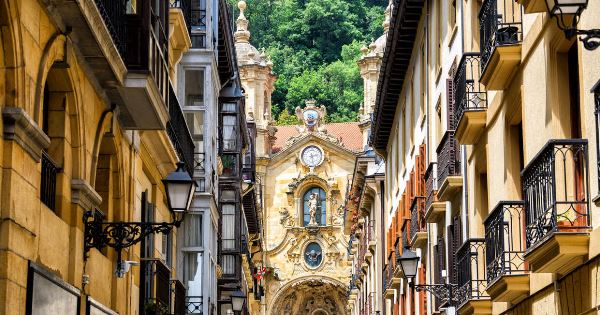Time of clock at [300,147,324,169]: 2:27
